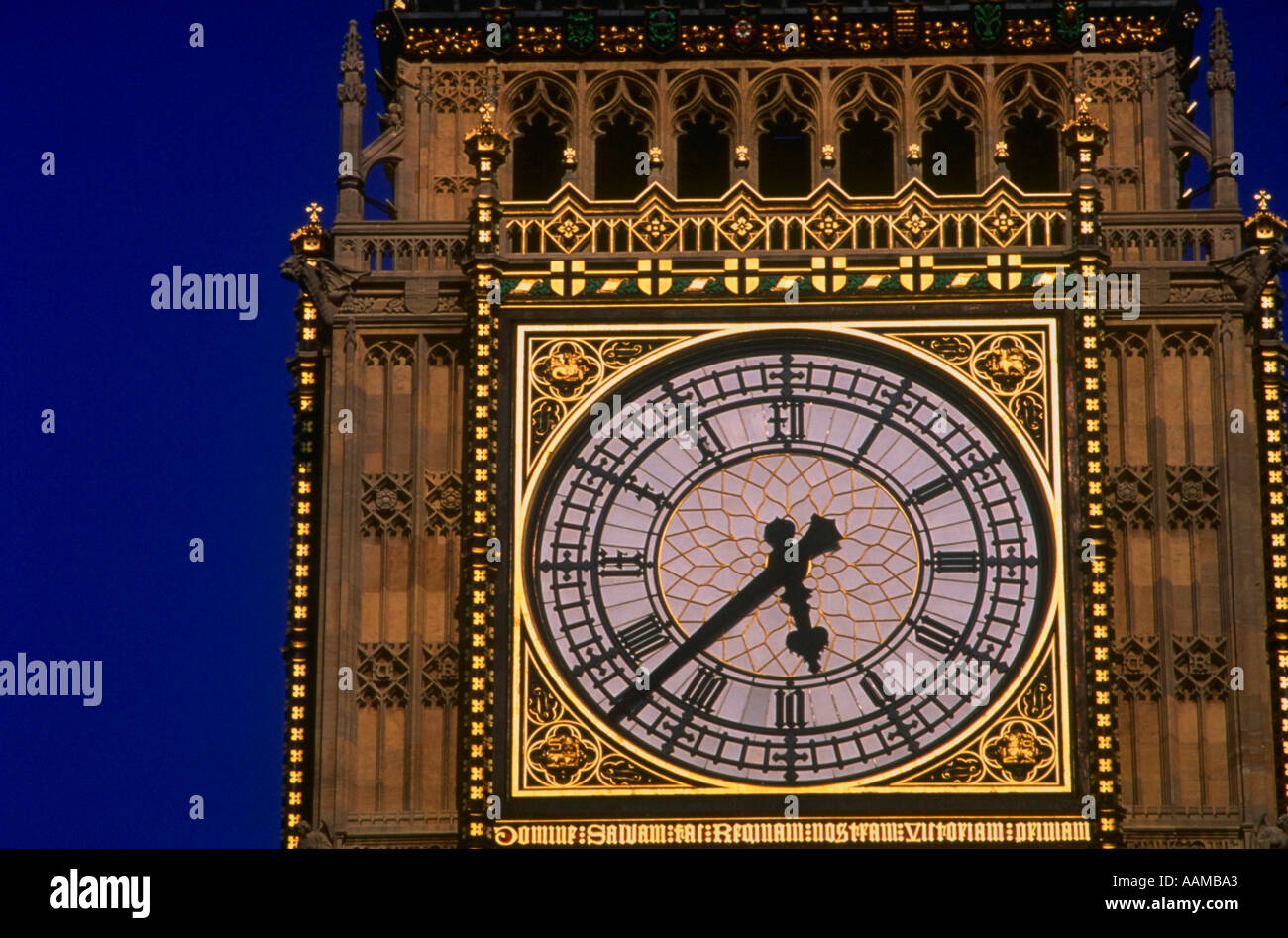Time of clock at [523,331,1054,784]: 5:37
